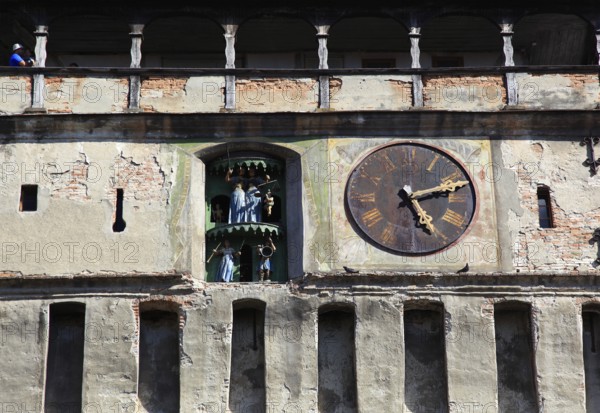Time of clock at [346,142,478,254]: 5:11
